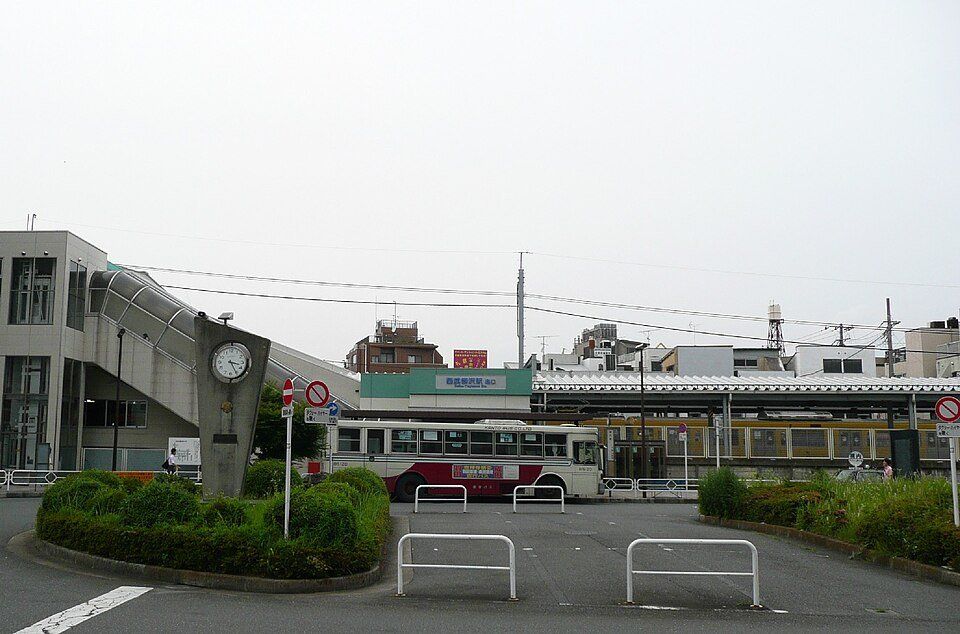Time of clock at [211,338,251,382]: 3:24
